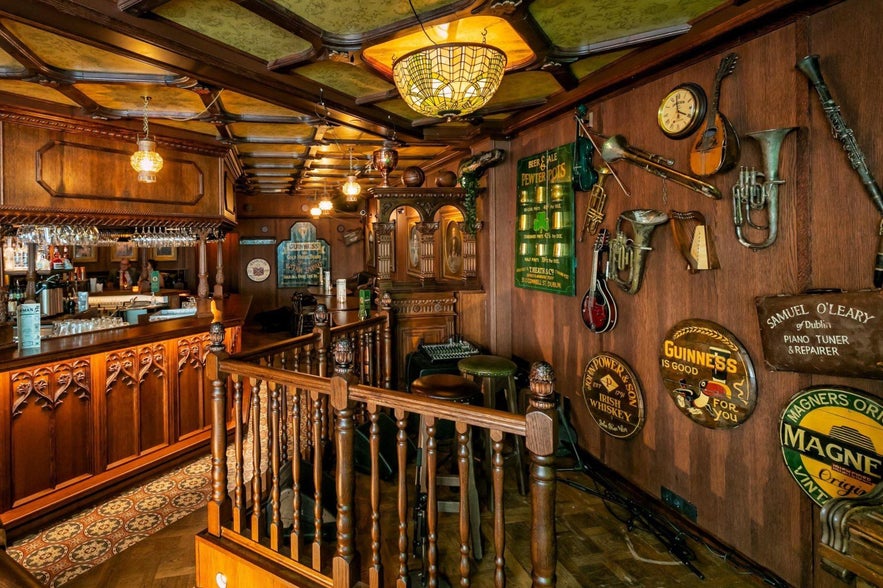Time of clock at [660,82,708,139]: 3:58
